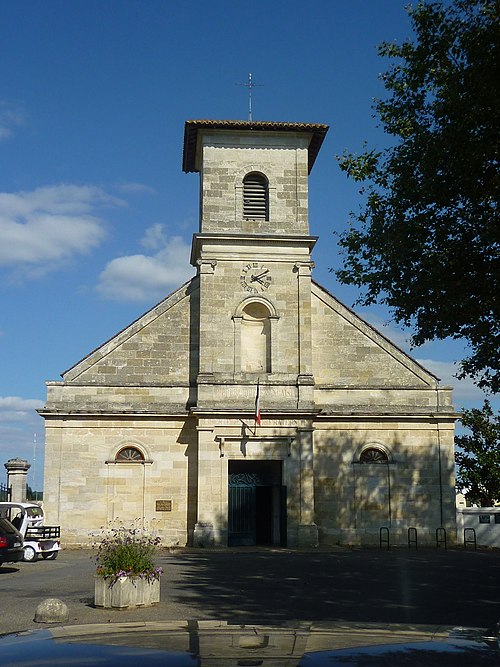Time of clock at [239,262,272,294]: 4:09
